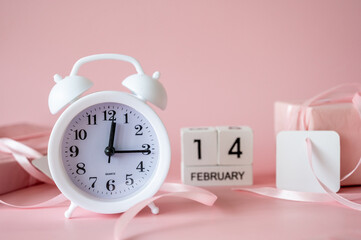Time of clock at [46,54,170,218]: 12:15
